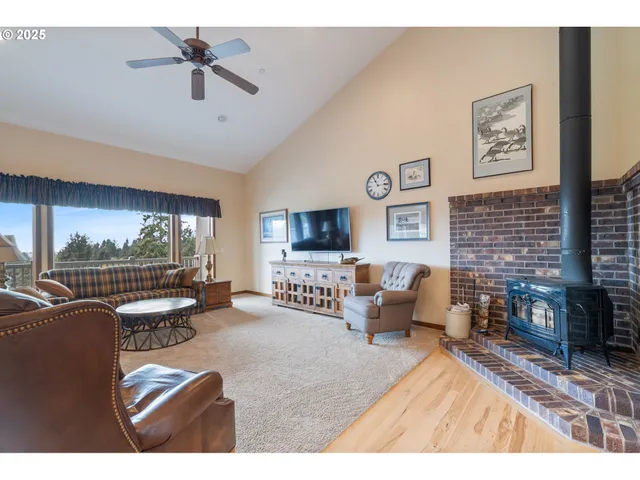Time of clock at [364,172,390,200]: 11:13
